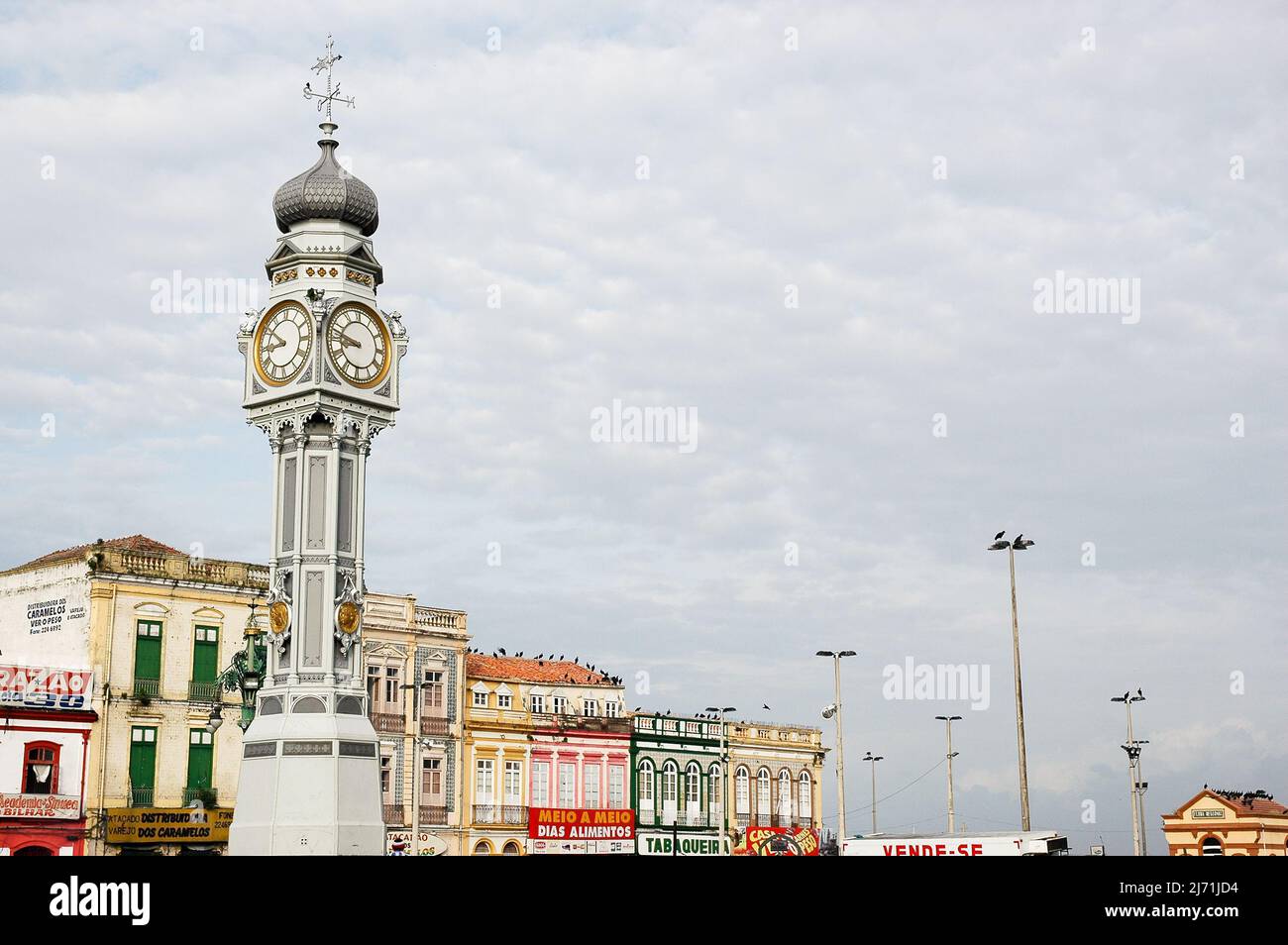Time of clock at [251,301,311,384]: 8:51
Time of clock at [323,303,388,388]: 8:47
